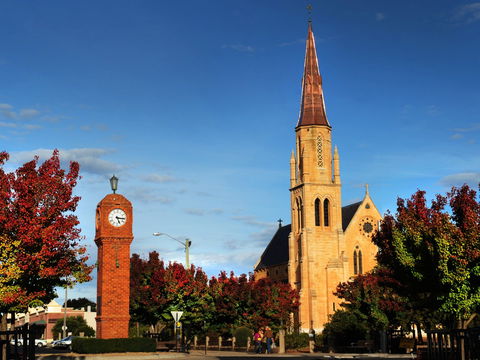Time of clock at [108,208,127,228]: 5:15
